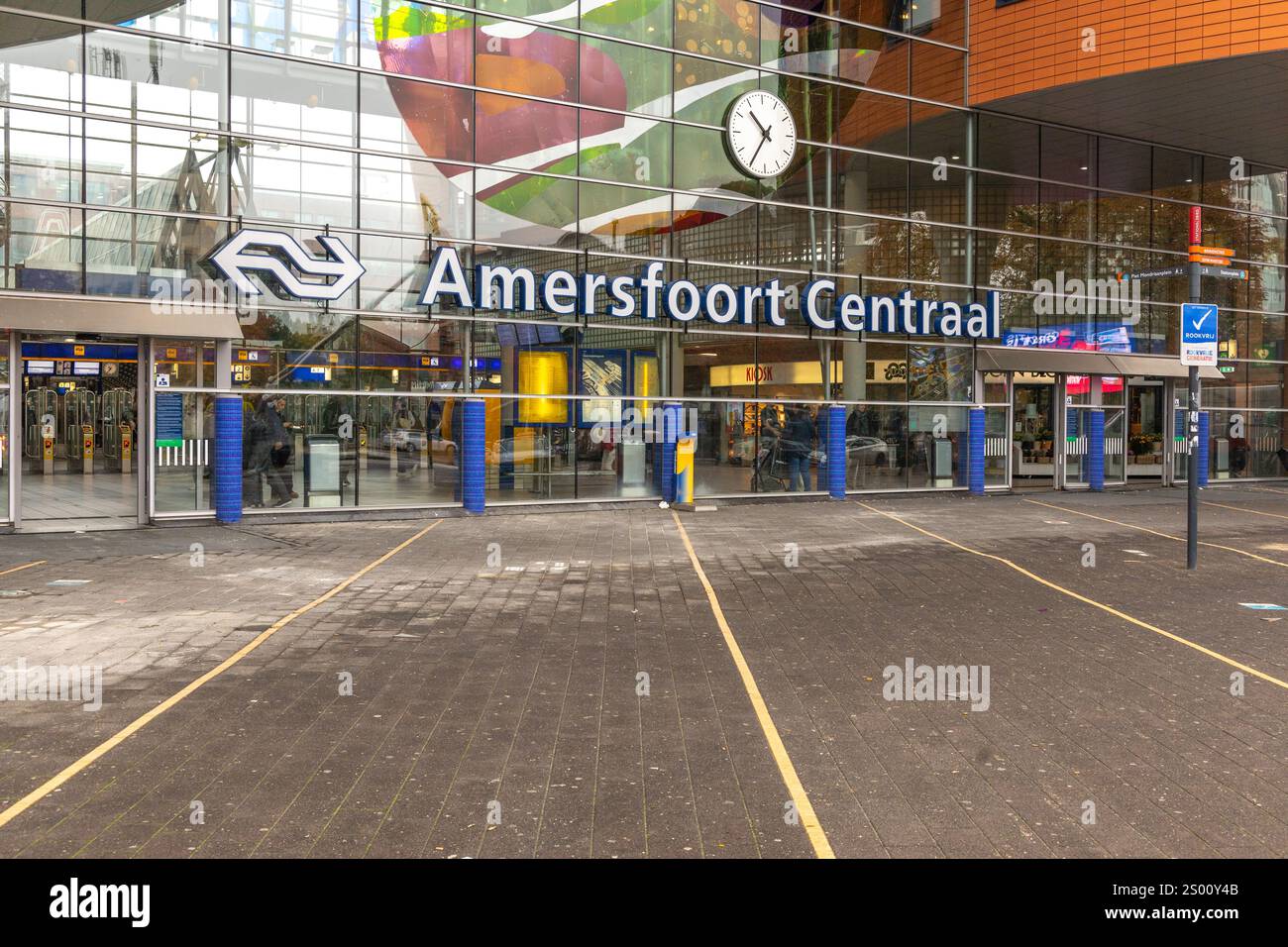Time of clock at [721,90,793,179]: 10:35
